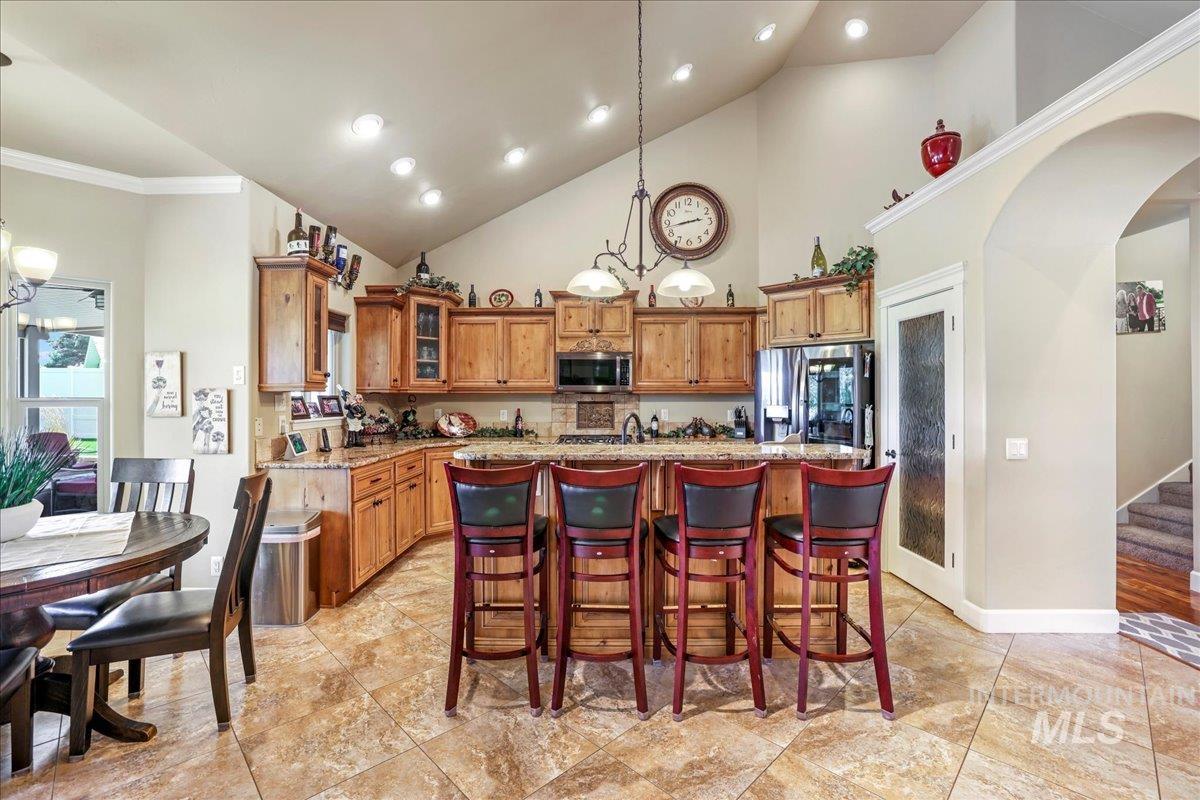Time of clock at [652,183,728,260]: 2:42
